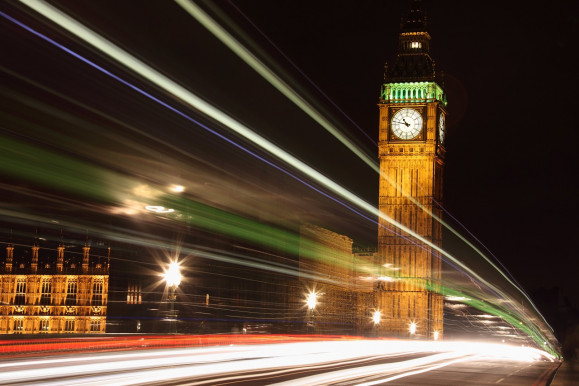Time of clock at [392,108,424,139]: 10:47
